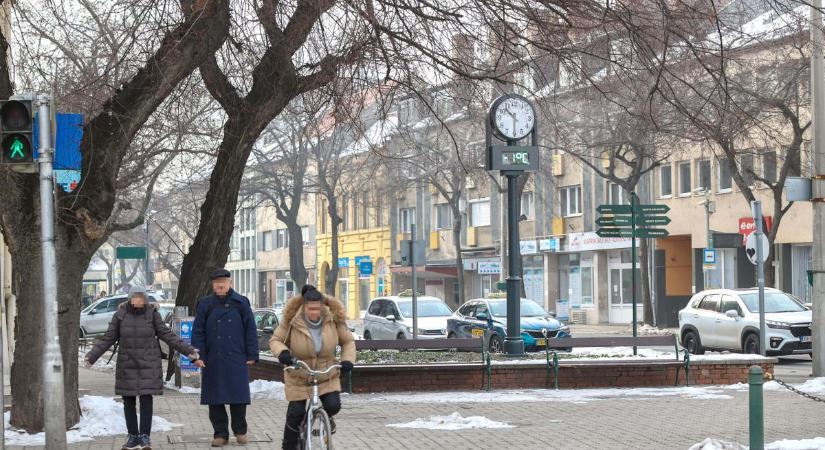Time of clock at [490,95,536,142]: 10:29
